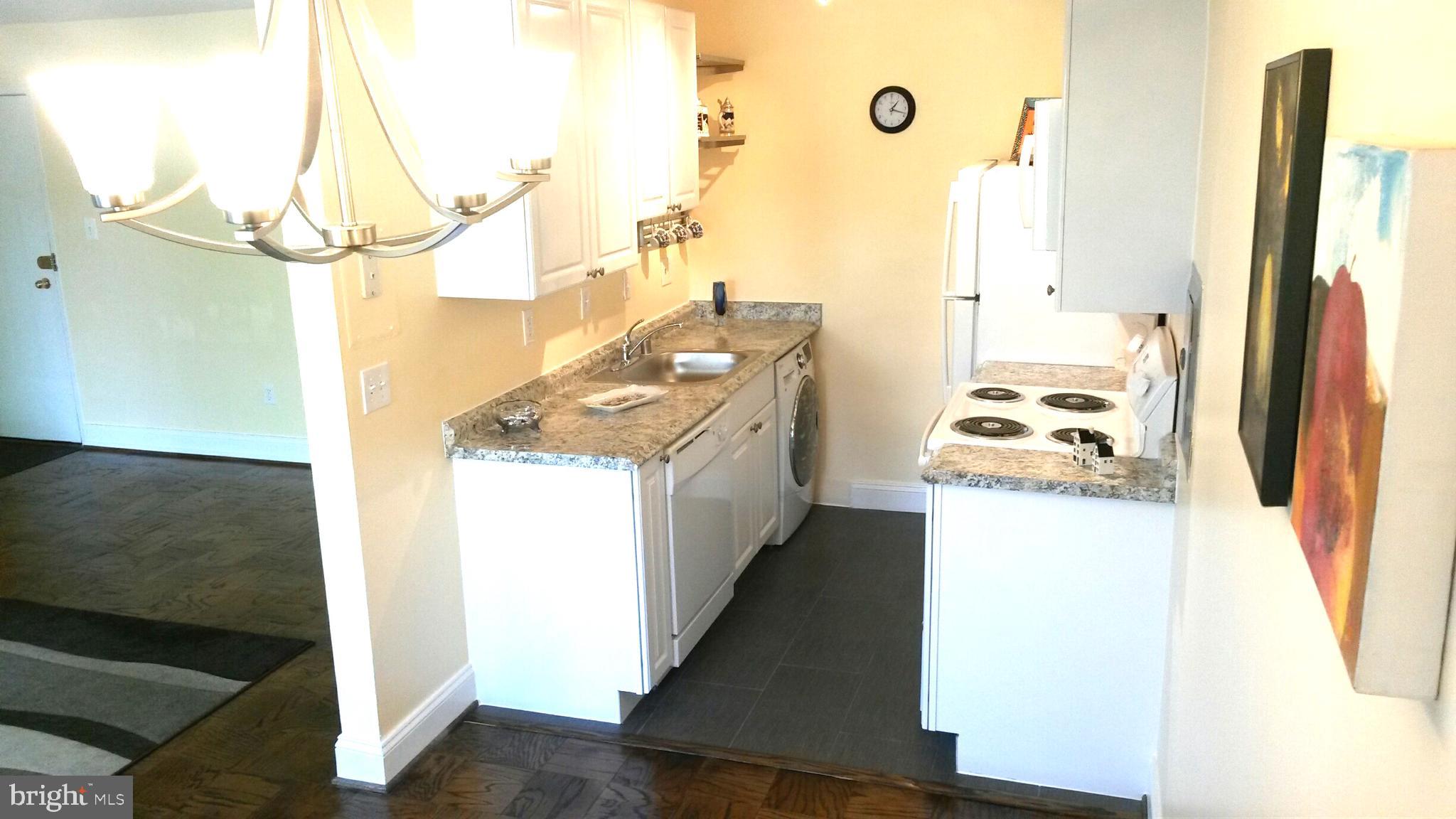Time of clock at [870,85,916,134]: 1:18
